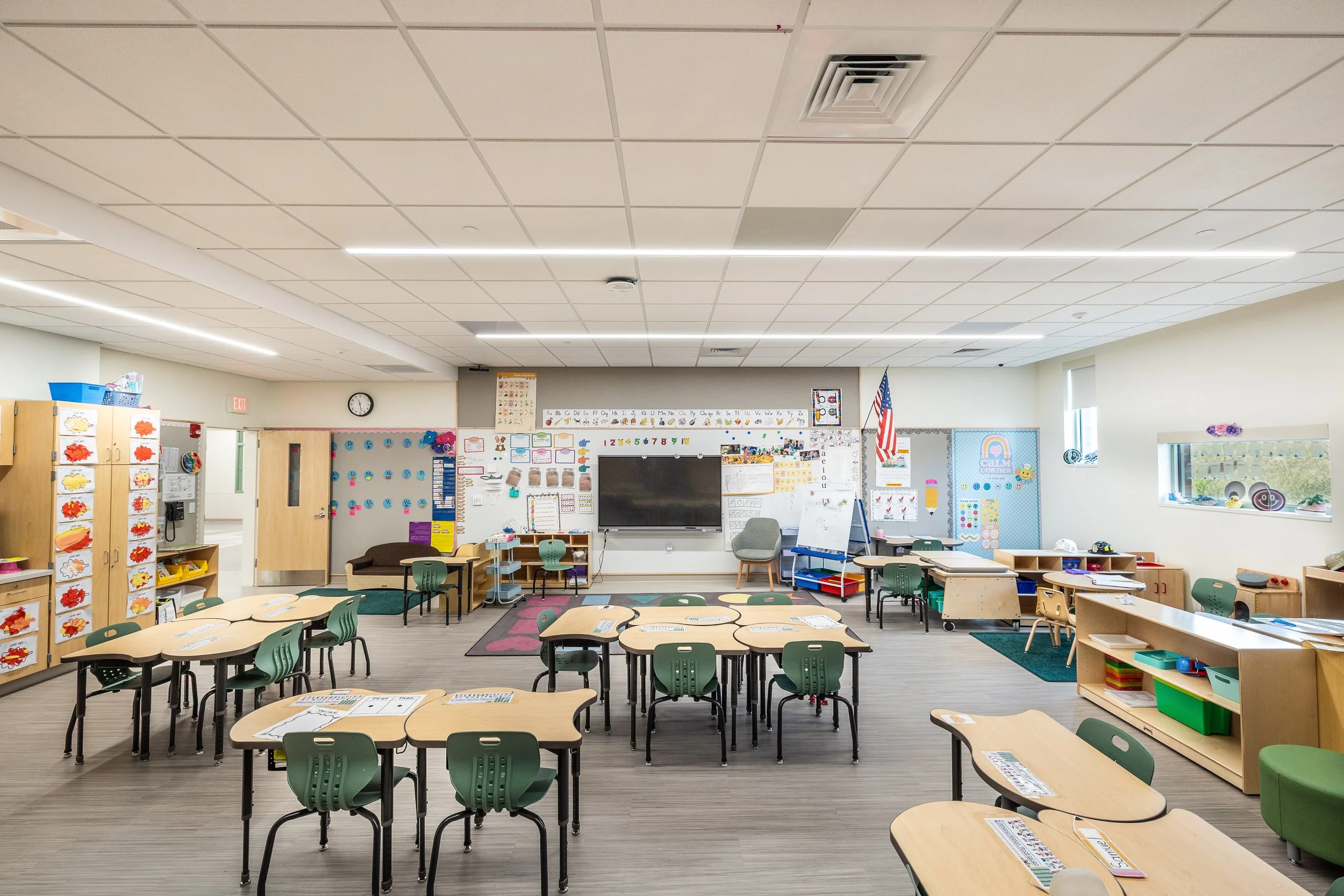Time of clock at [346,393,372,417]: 11:27
